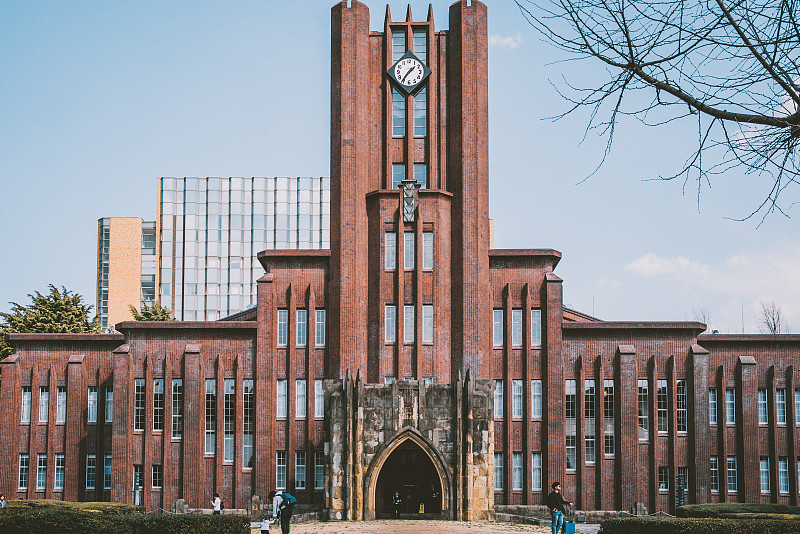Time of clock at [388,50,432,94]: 1:36
